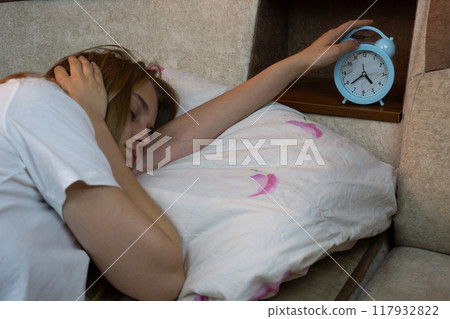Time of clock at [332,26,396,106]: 4:38
